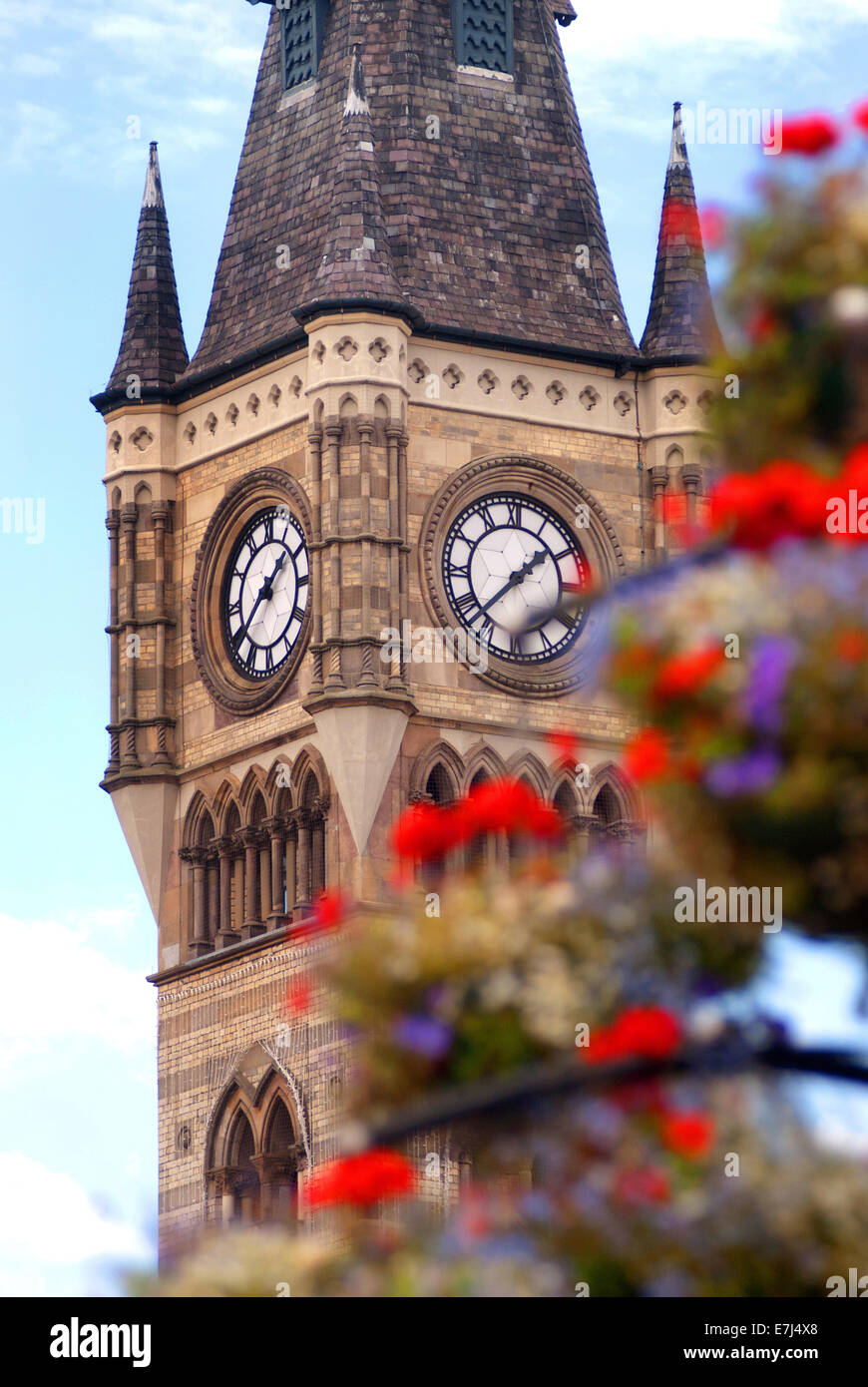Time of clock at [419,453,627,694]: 1:37
